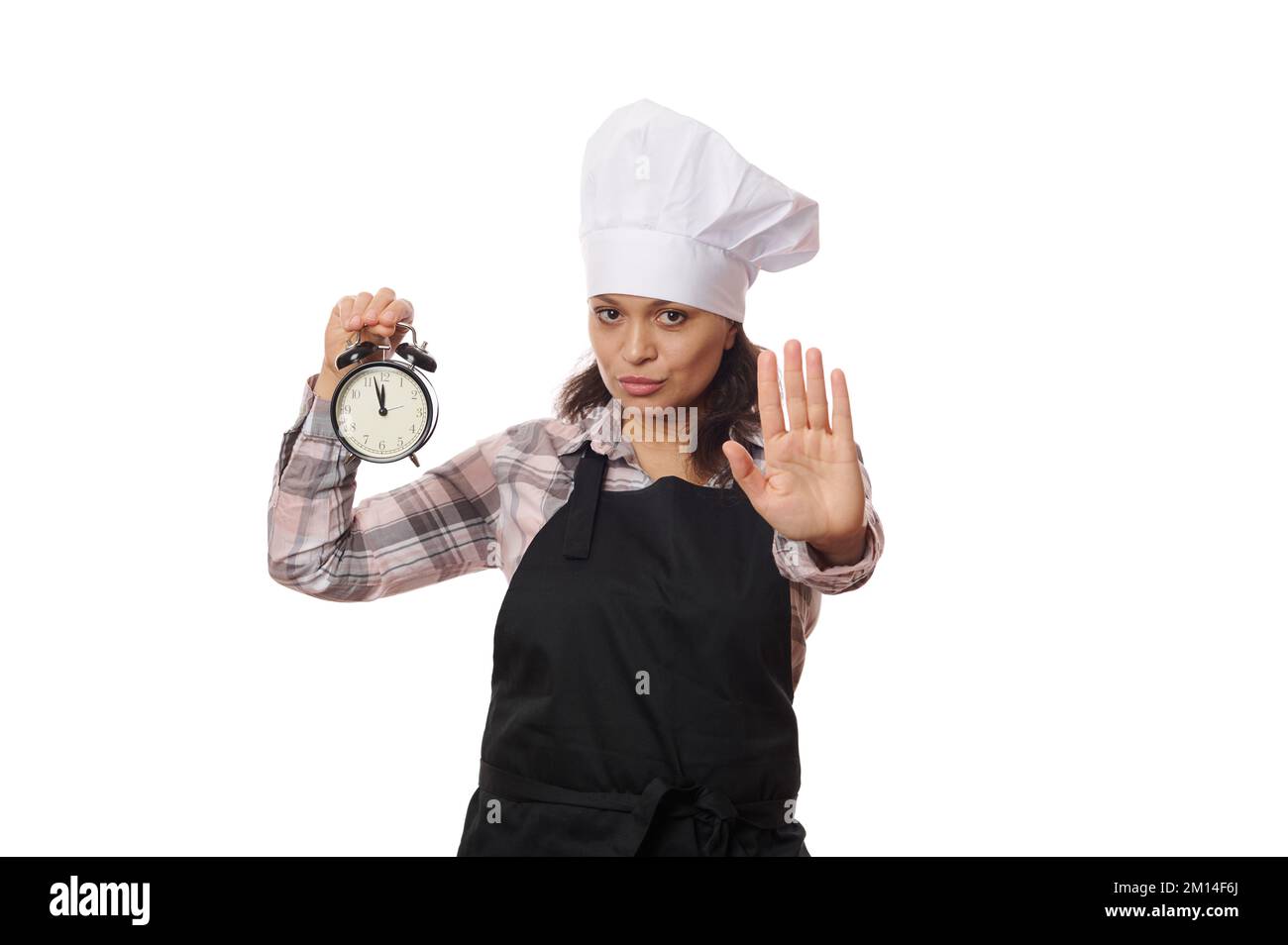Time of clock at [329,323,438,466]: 11:57
